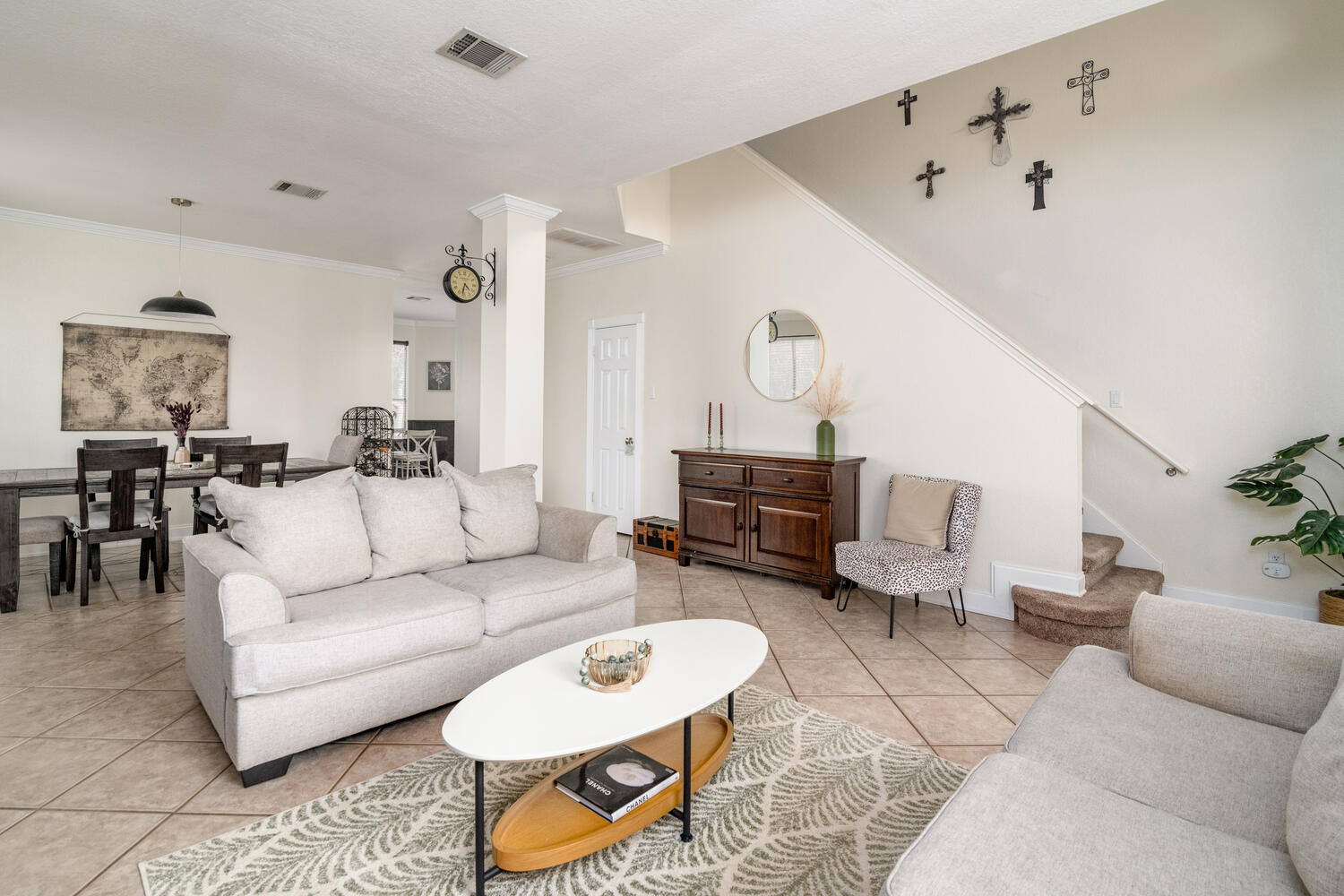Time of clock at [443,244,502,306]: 4:32
